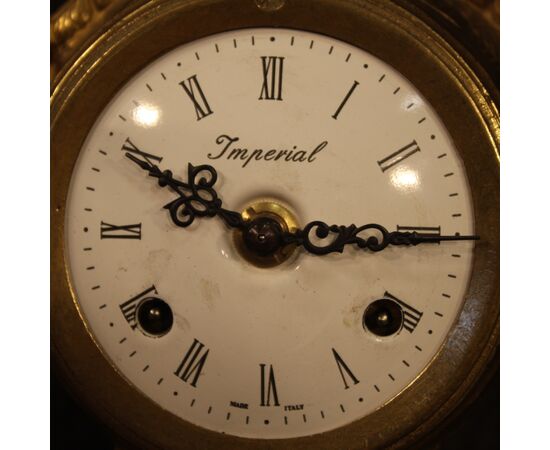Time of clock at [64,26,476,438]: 2:49
